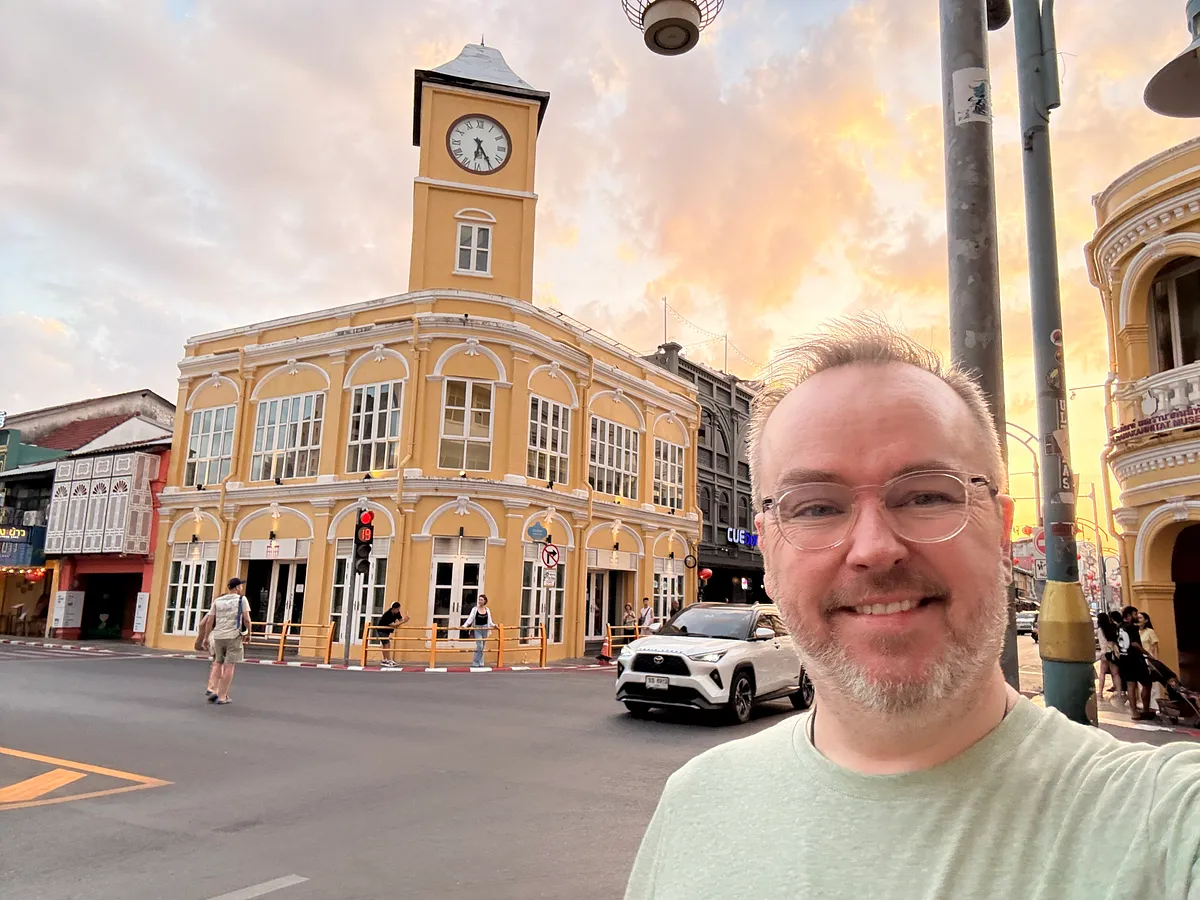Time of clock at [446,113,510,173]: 6:24
